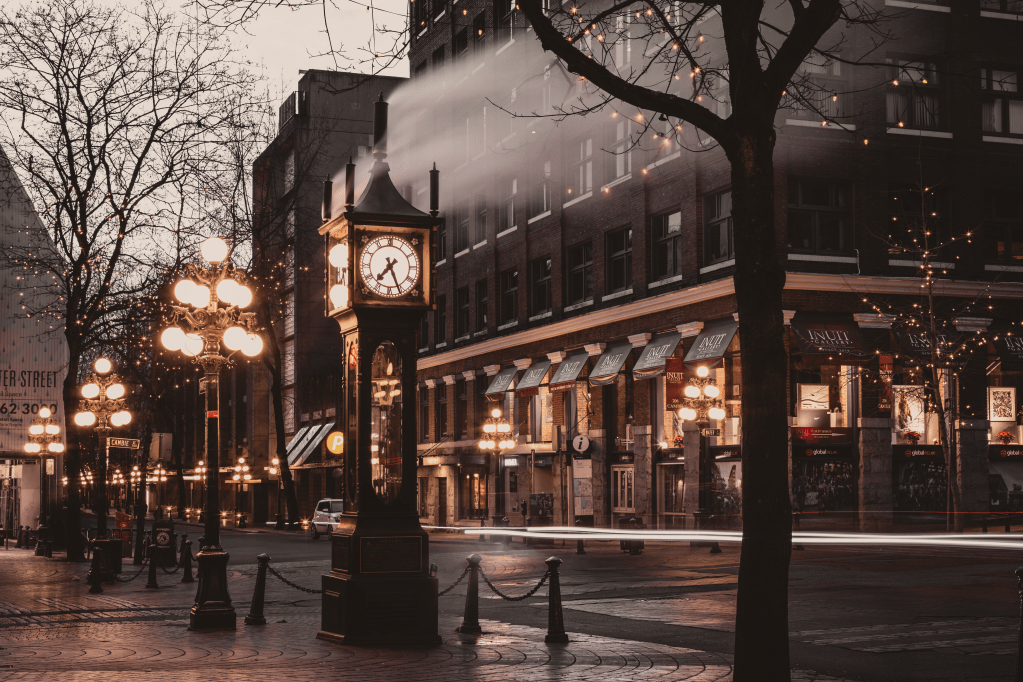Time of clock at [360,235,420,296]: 7:26
